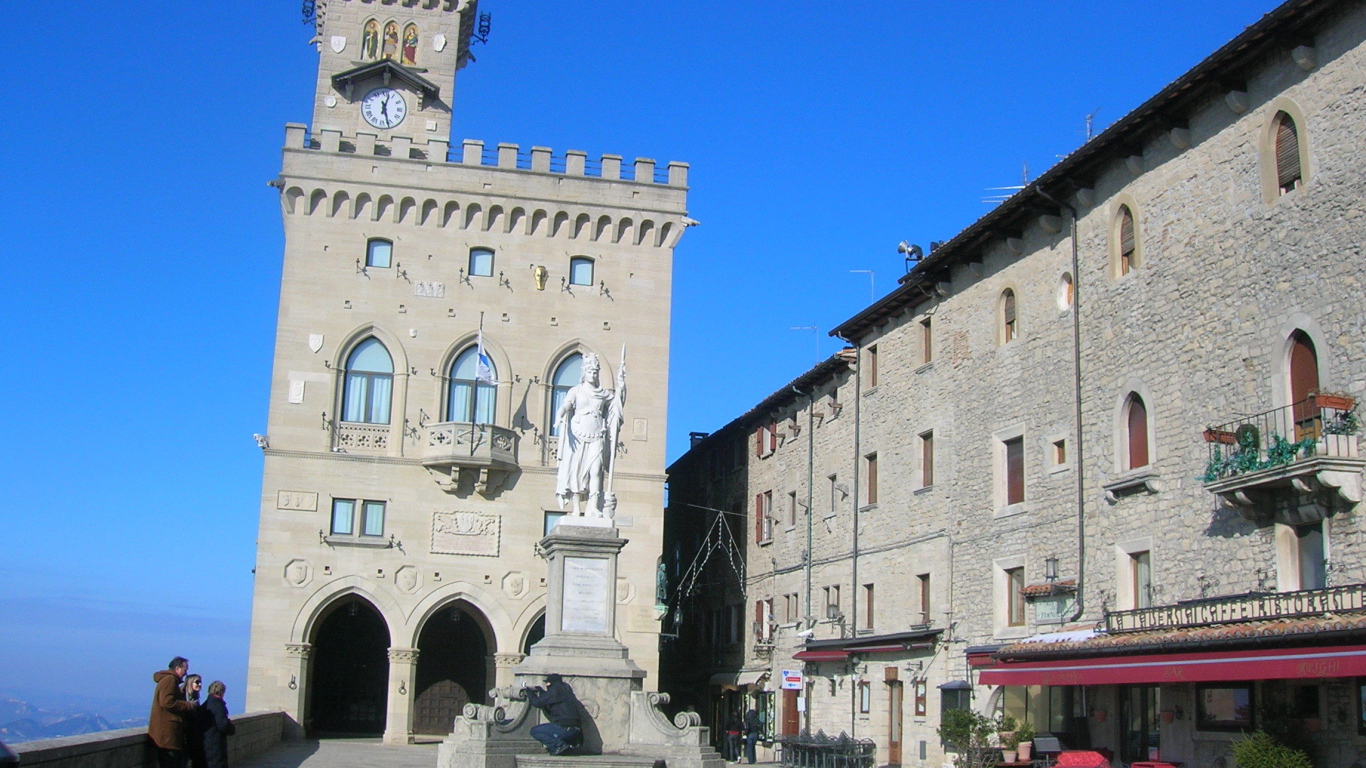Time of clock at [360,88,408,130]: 12:27
